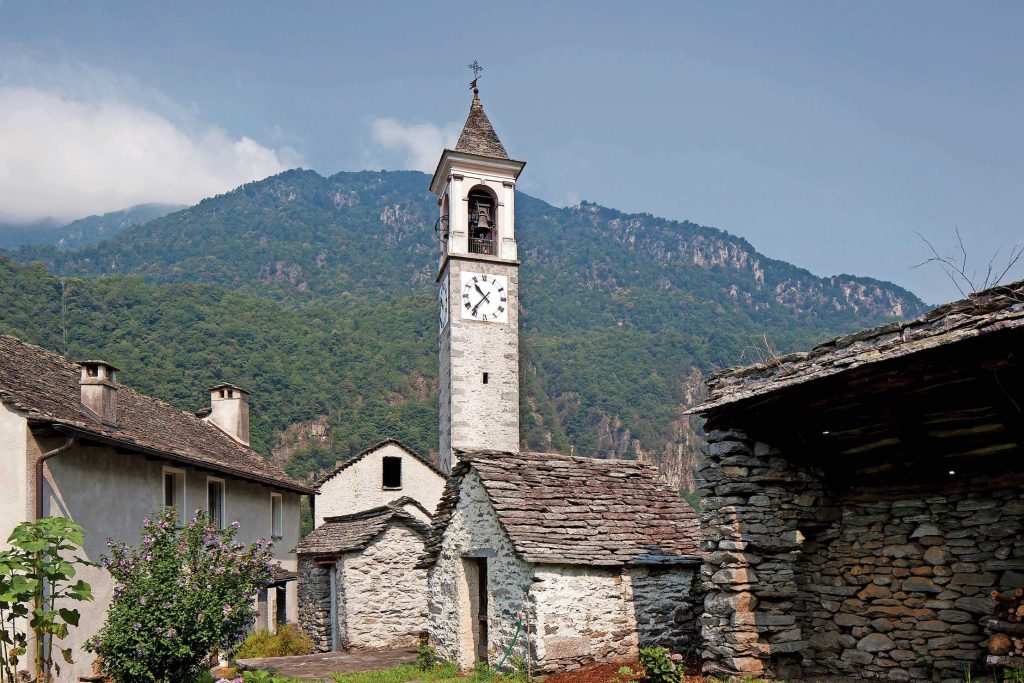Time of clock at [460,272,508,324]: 10:36
